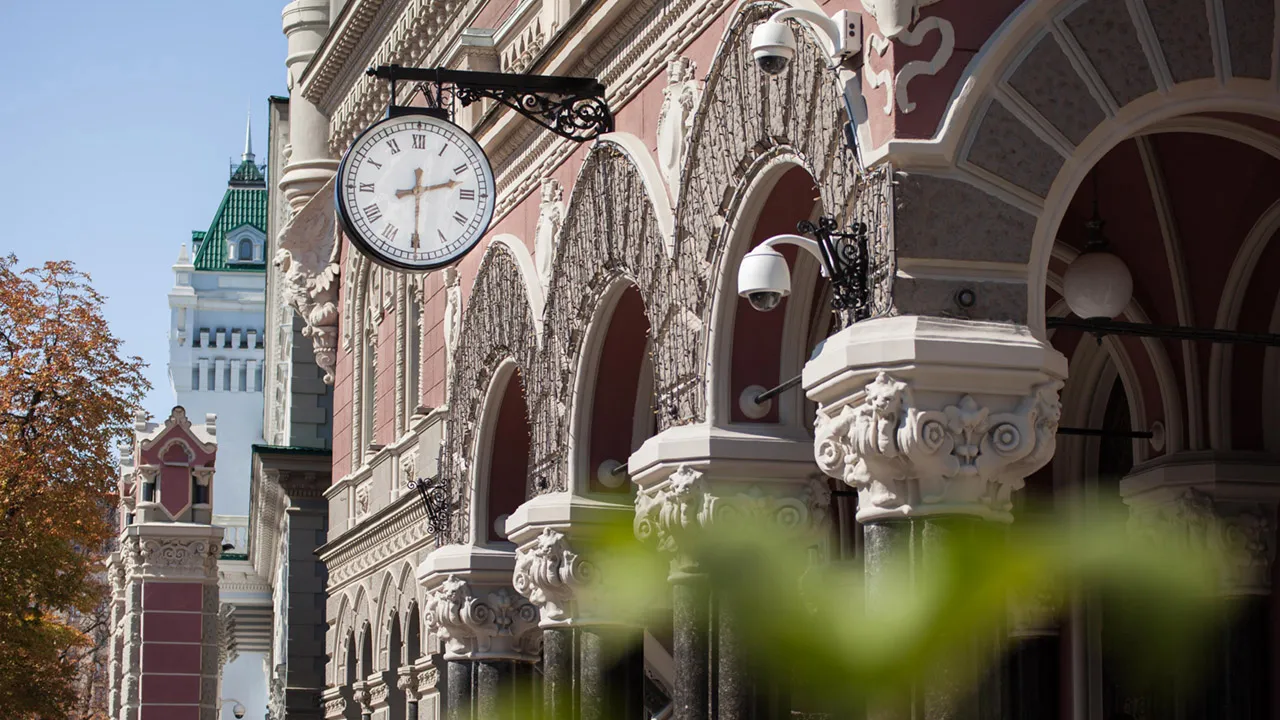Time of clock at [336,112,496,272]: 2:29
